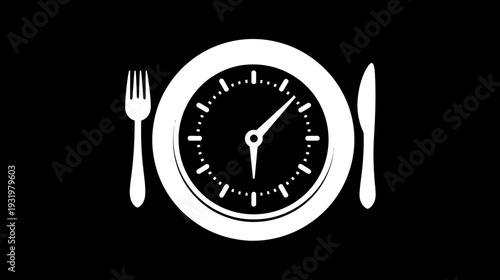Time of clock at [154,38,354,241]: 6:07
